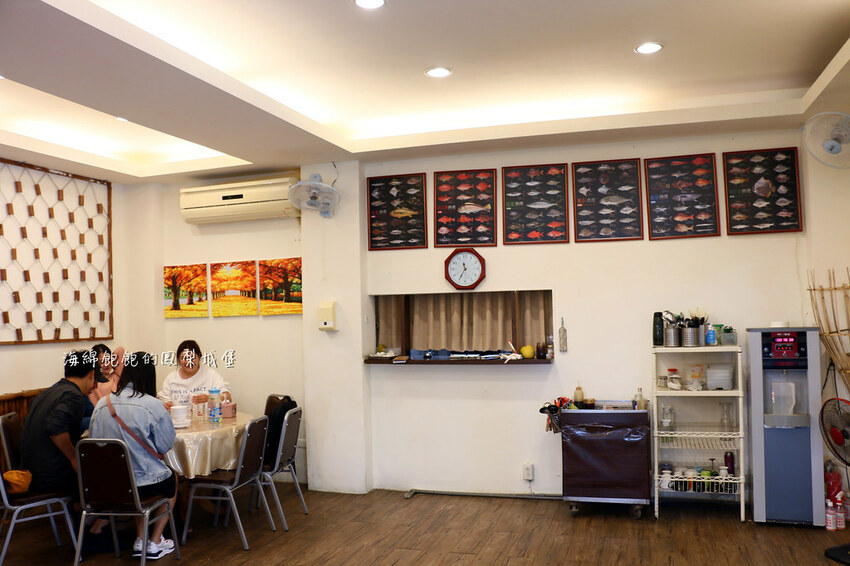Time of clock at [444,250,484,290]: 11:35
